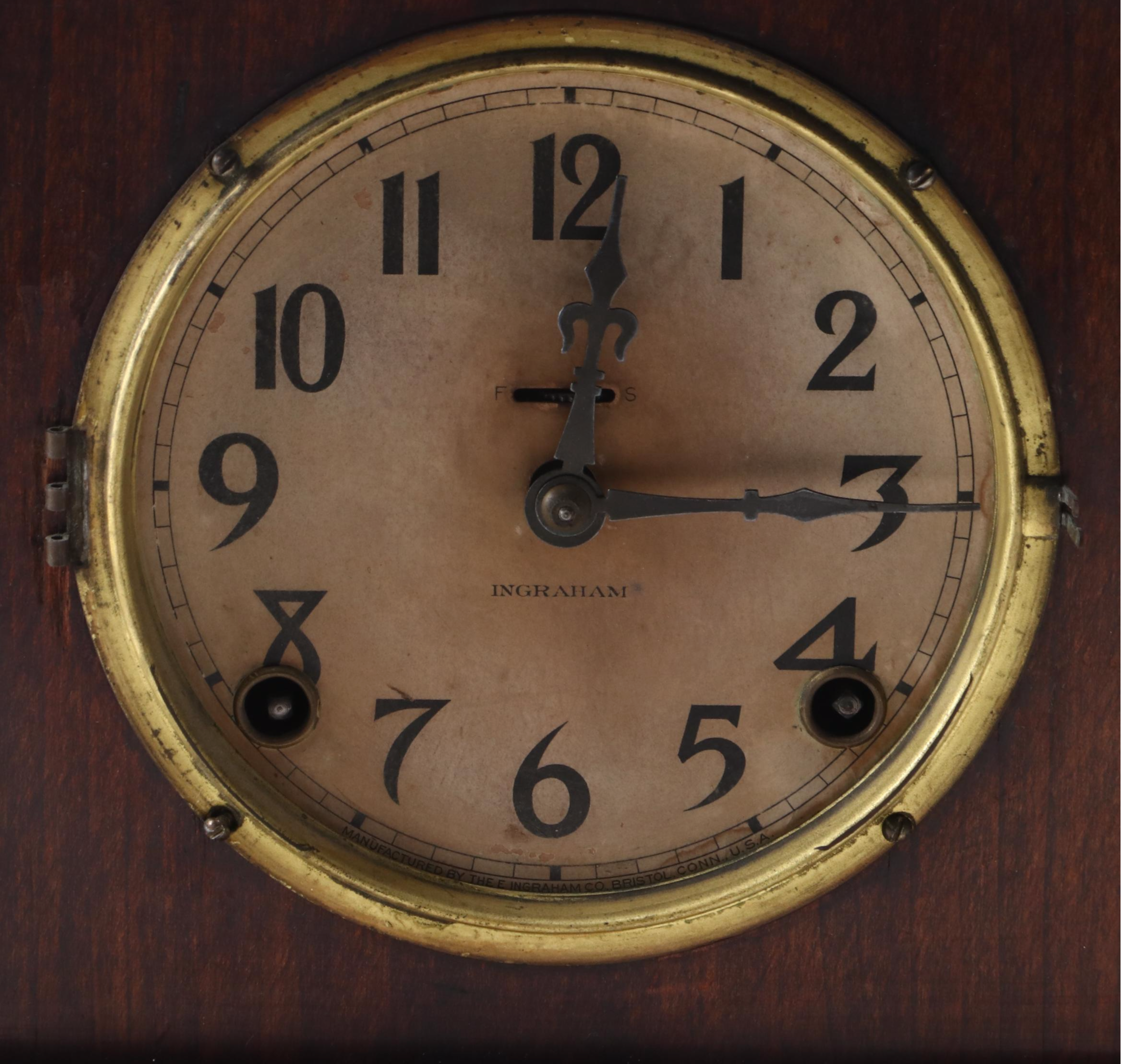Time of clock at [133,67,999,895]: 12:15
